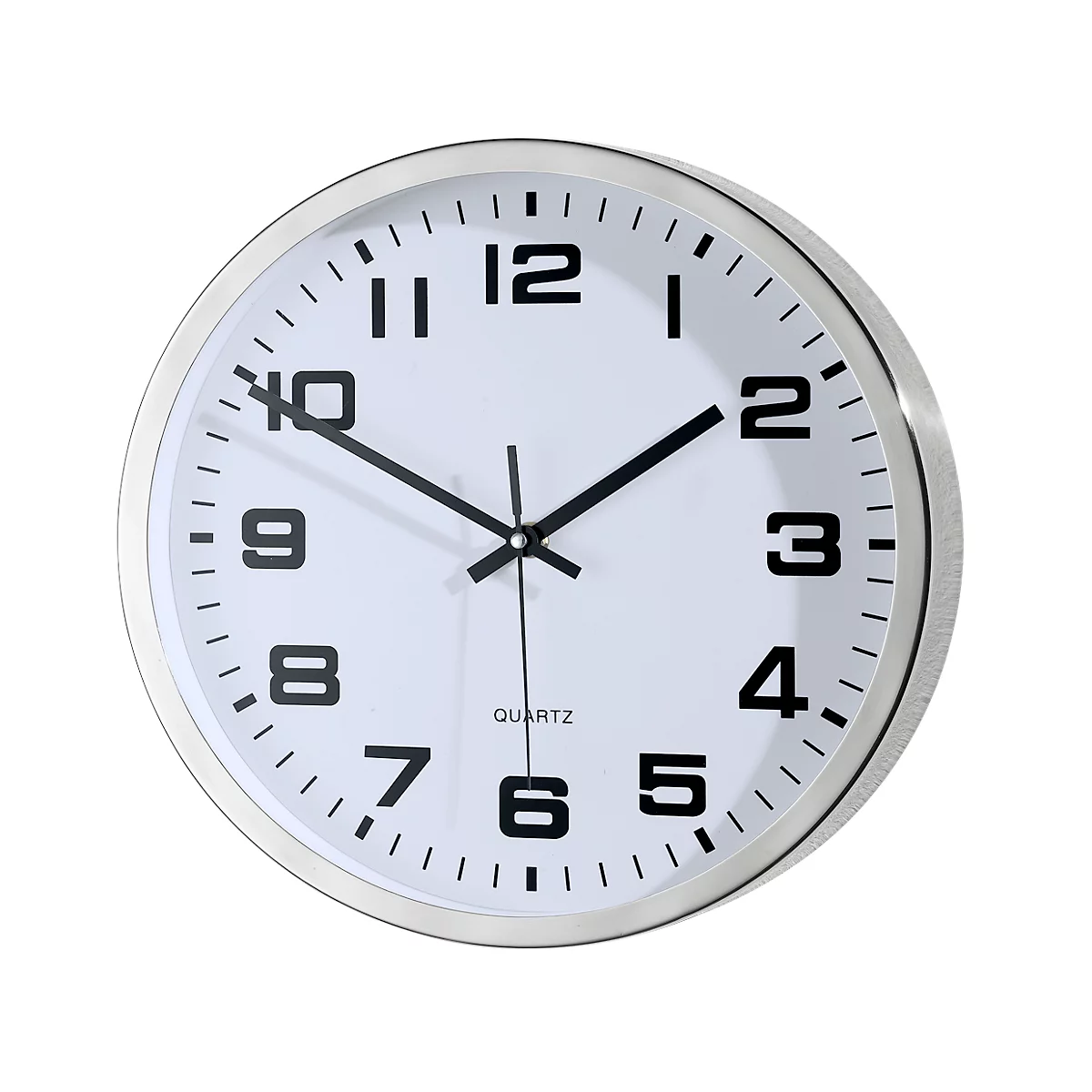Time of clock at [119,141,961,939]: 1:49
